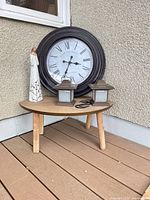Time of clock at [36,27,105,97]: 3:34
